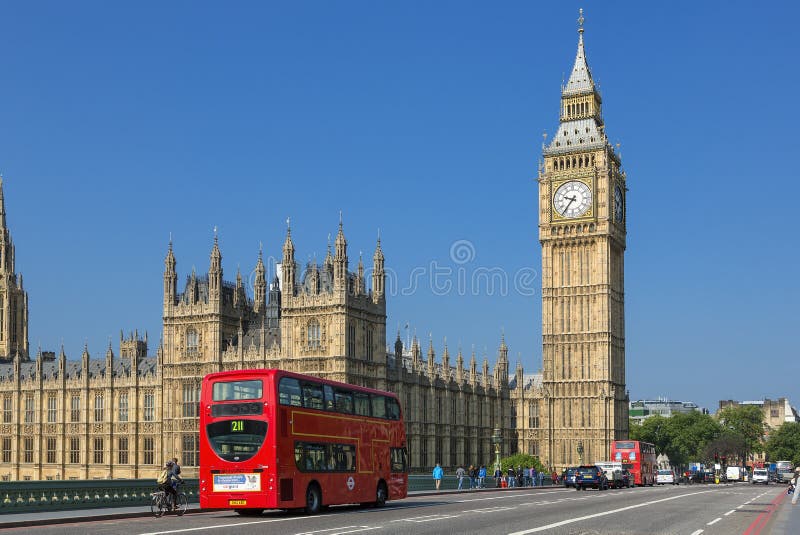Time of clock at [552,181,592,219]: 9:36
